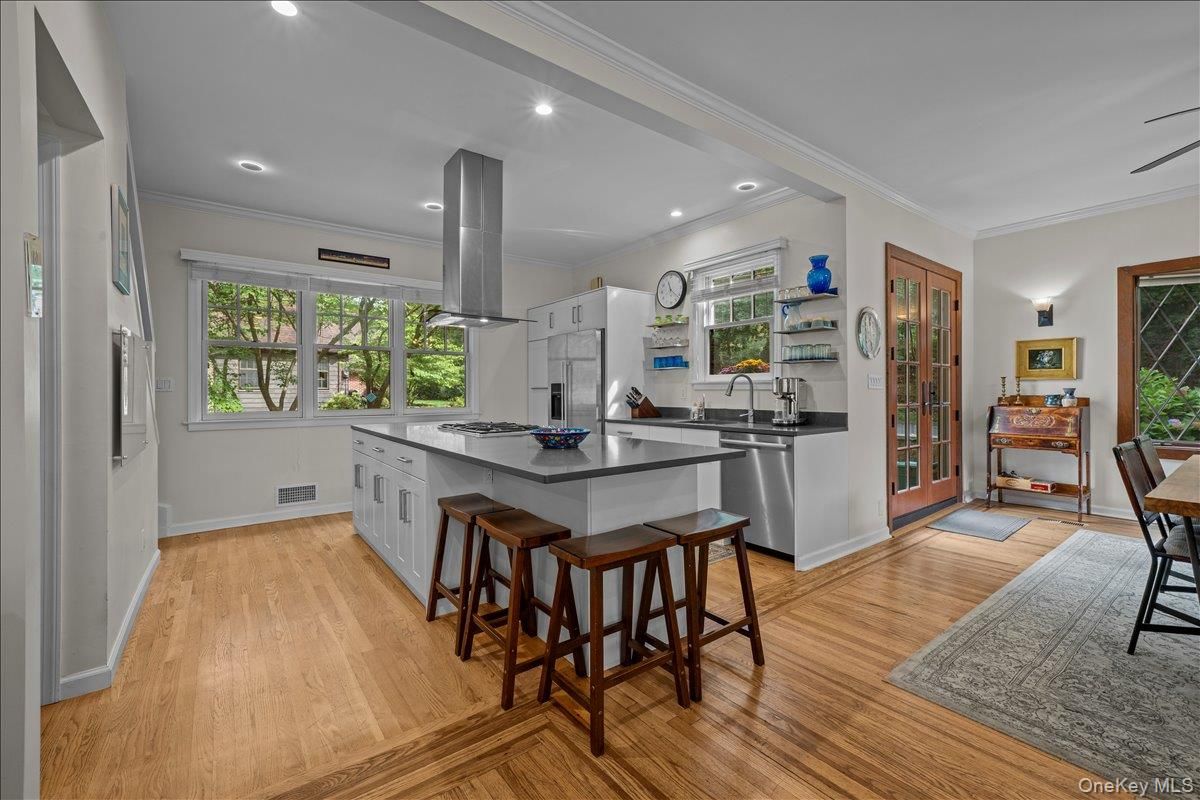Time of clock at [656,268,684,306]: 11:21
